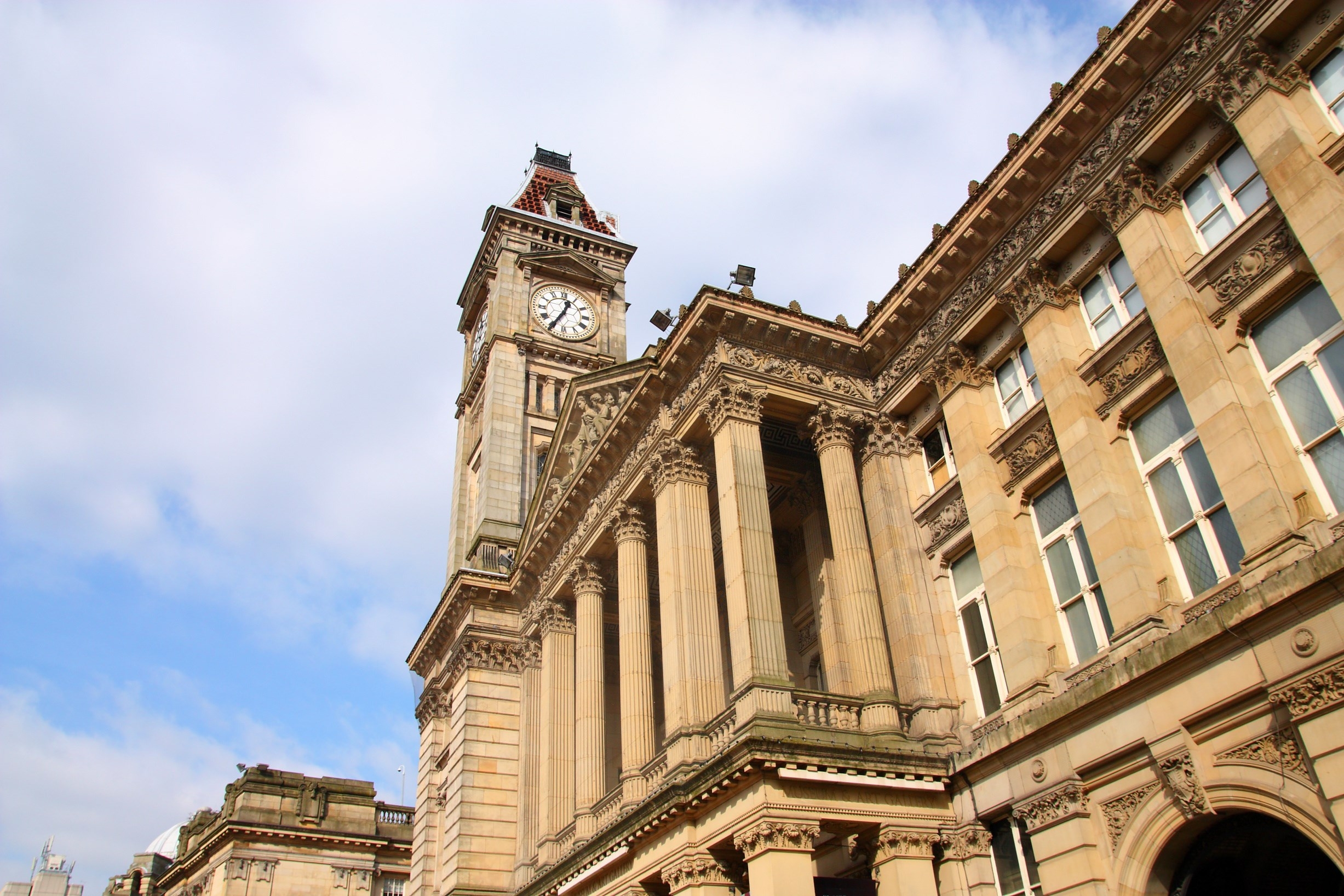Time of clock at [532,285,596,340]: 12:35
